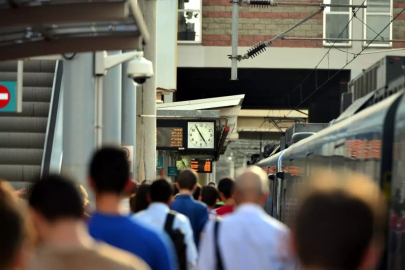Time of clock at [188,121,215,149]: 4:54
